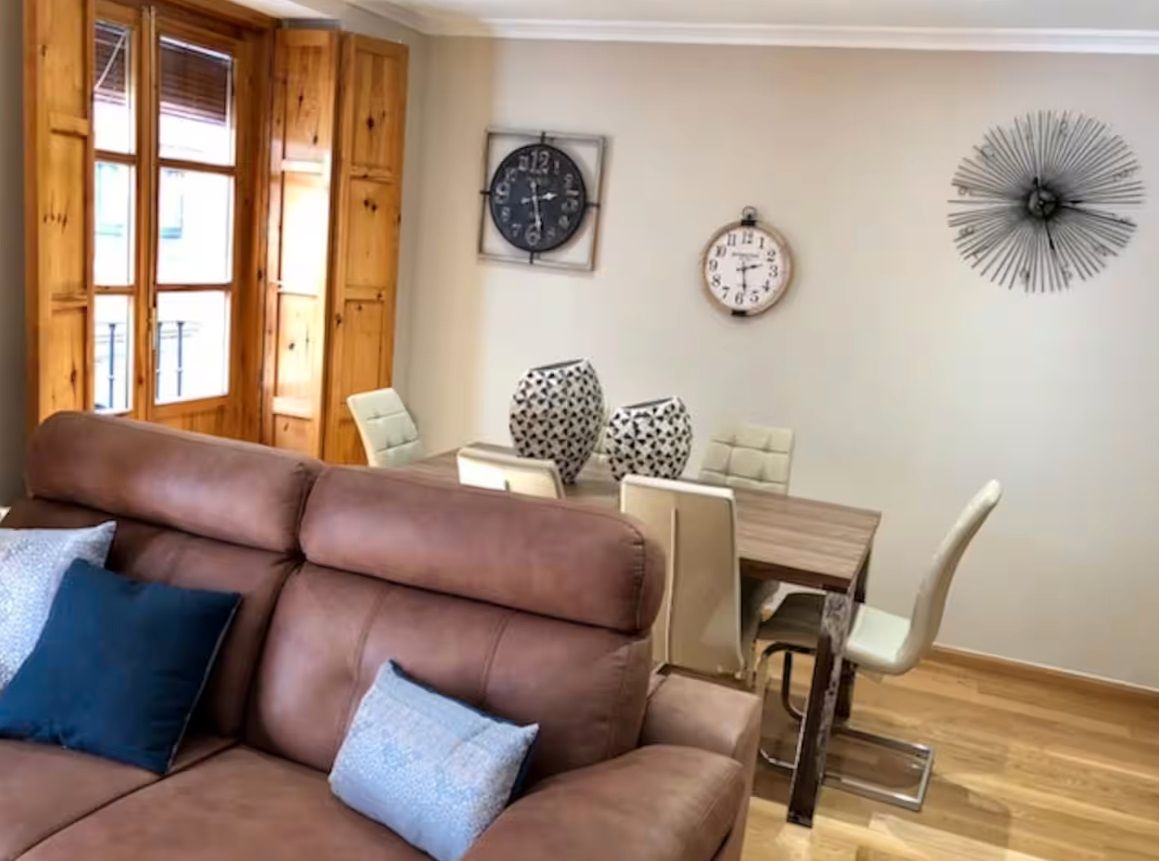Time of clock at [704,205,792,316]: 2:28
